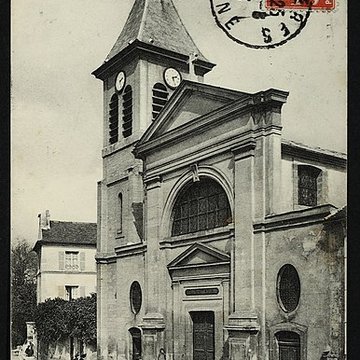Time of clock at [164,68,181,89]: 2:27
